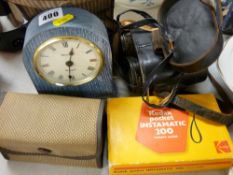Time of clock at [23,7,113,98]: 12:30
